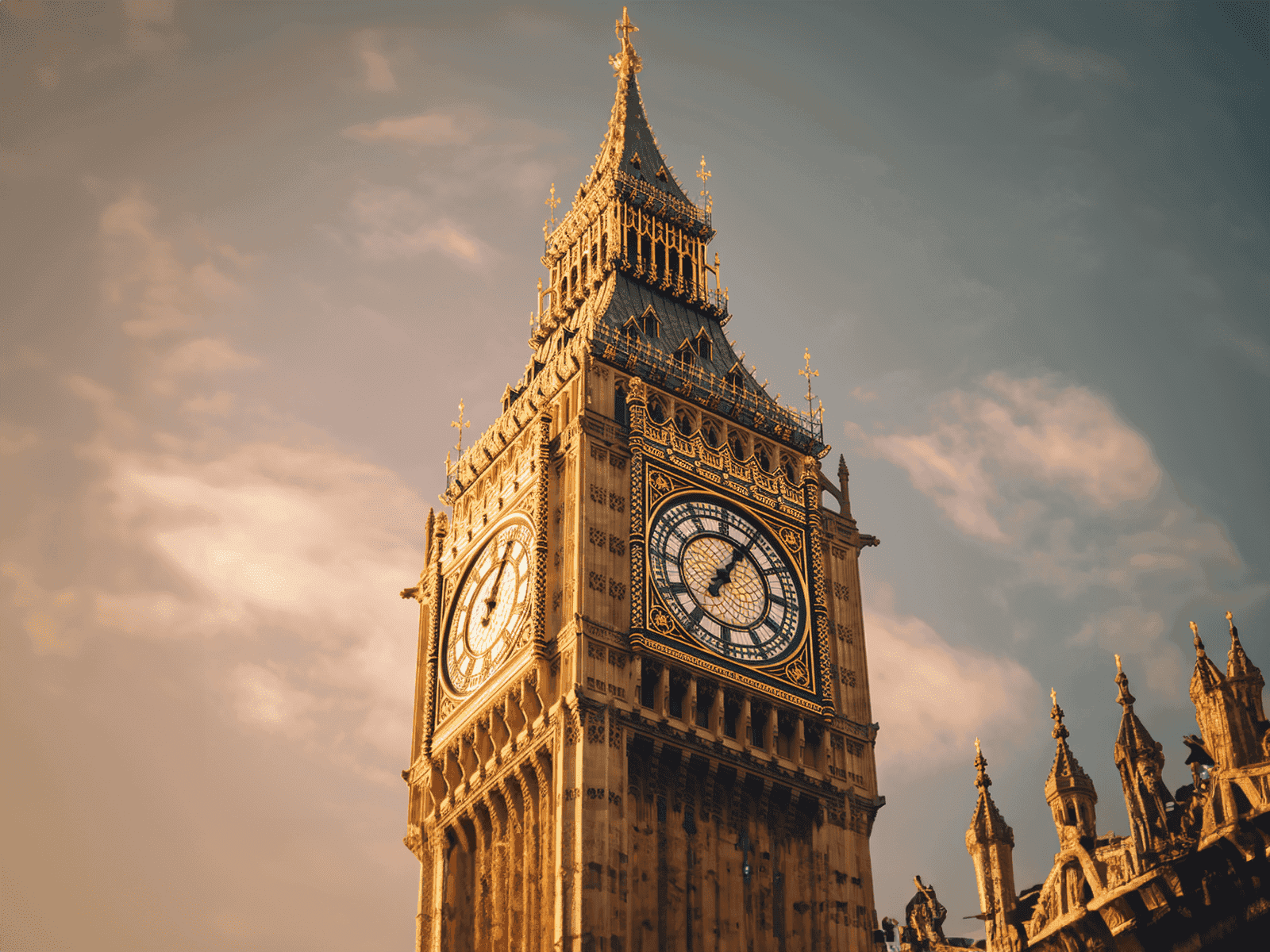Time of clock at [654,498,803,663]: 1:05
